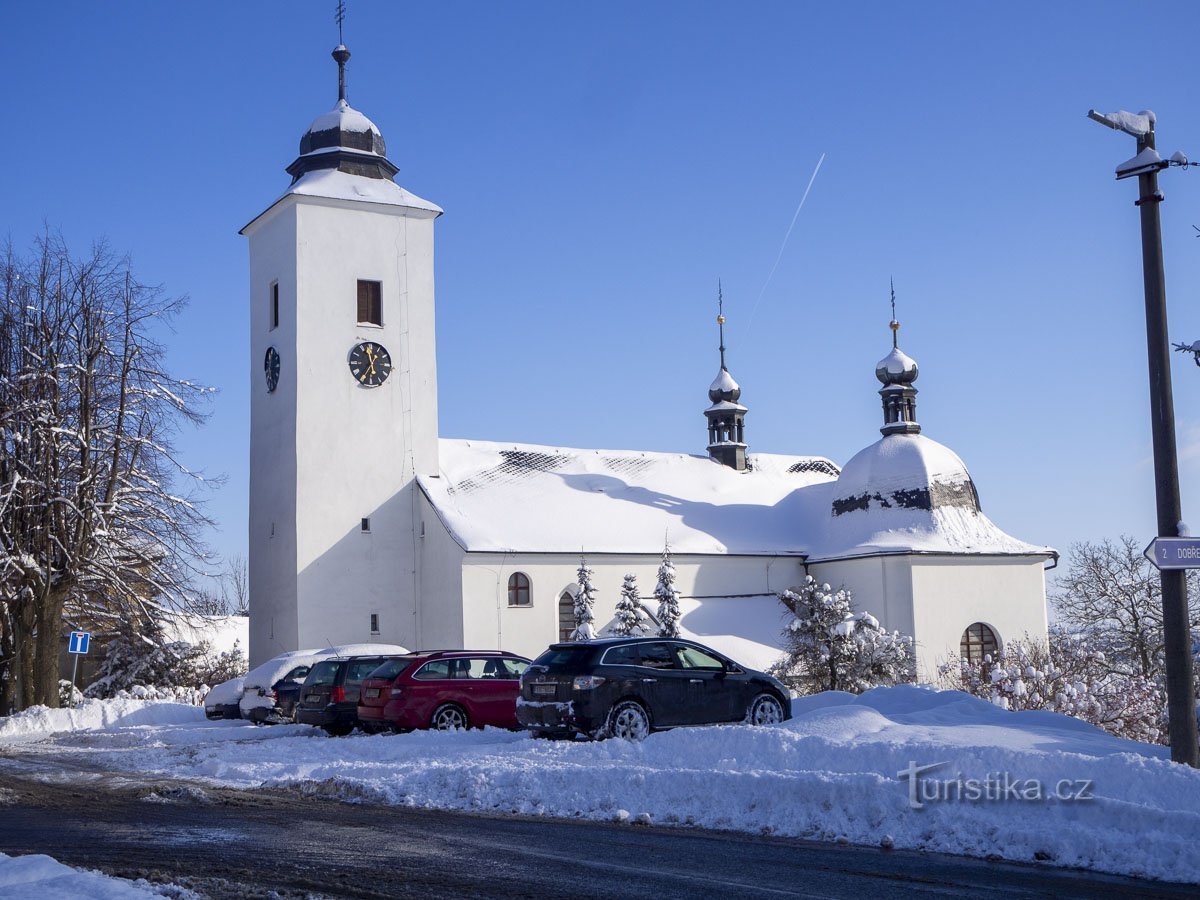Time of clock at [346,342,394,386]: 11:35
